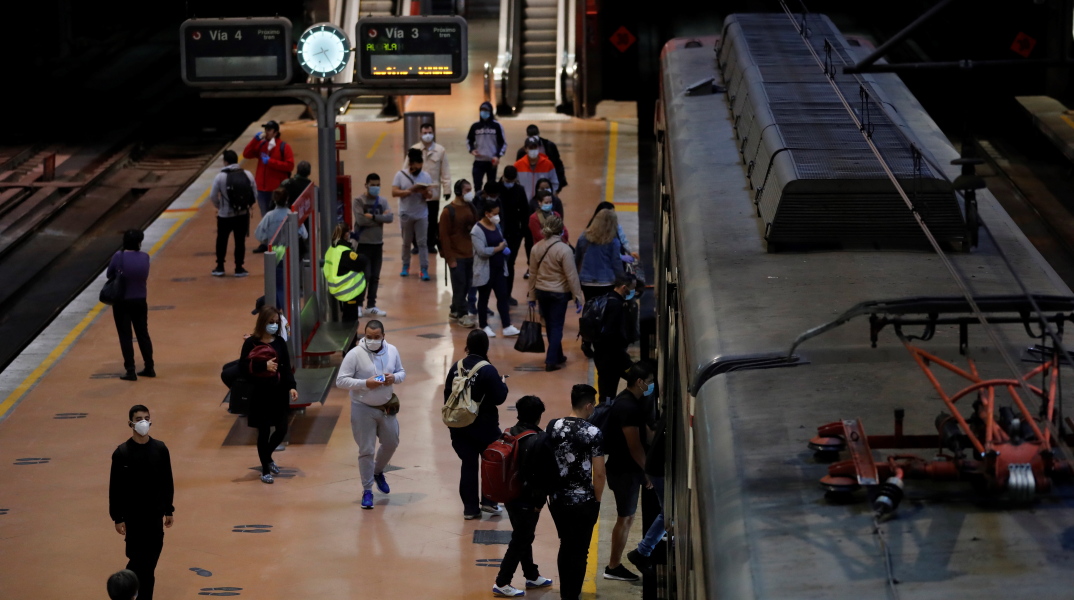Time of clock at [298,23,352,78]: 8:24
